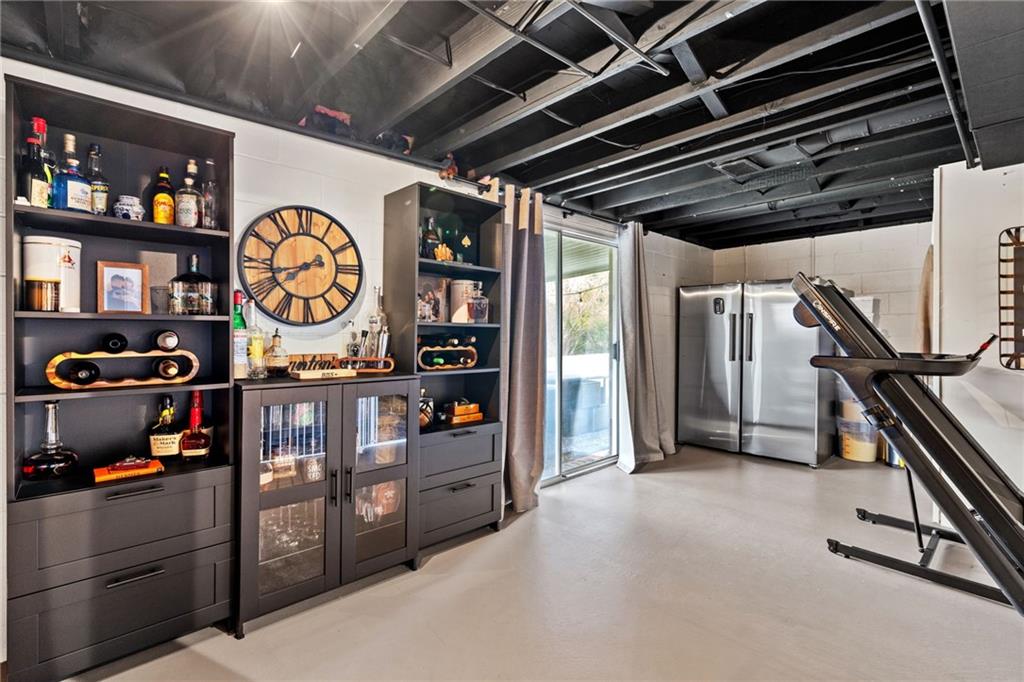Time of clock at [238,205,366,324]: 7:42
